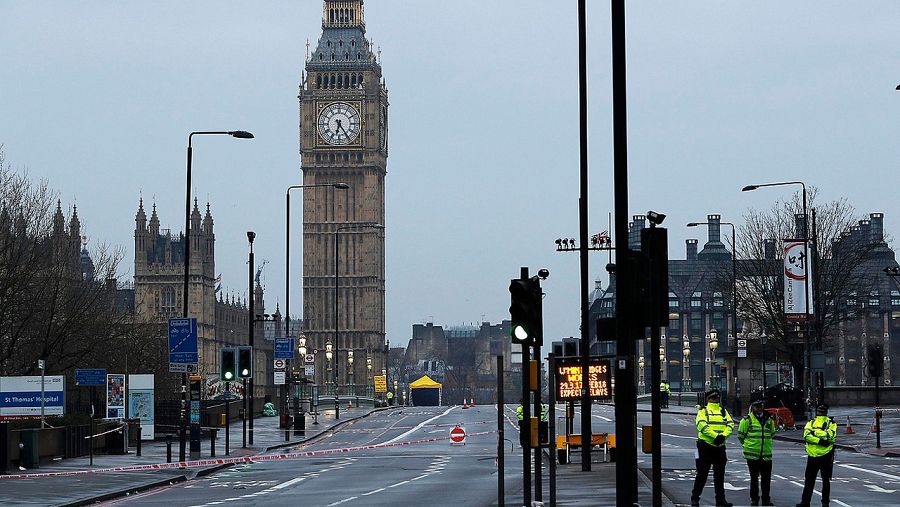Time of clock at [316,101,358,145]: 6:24
